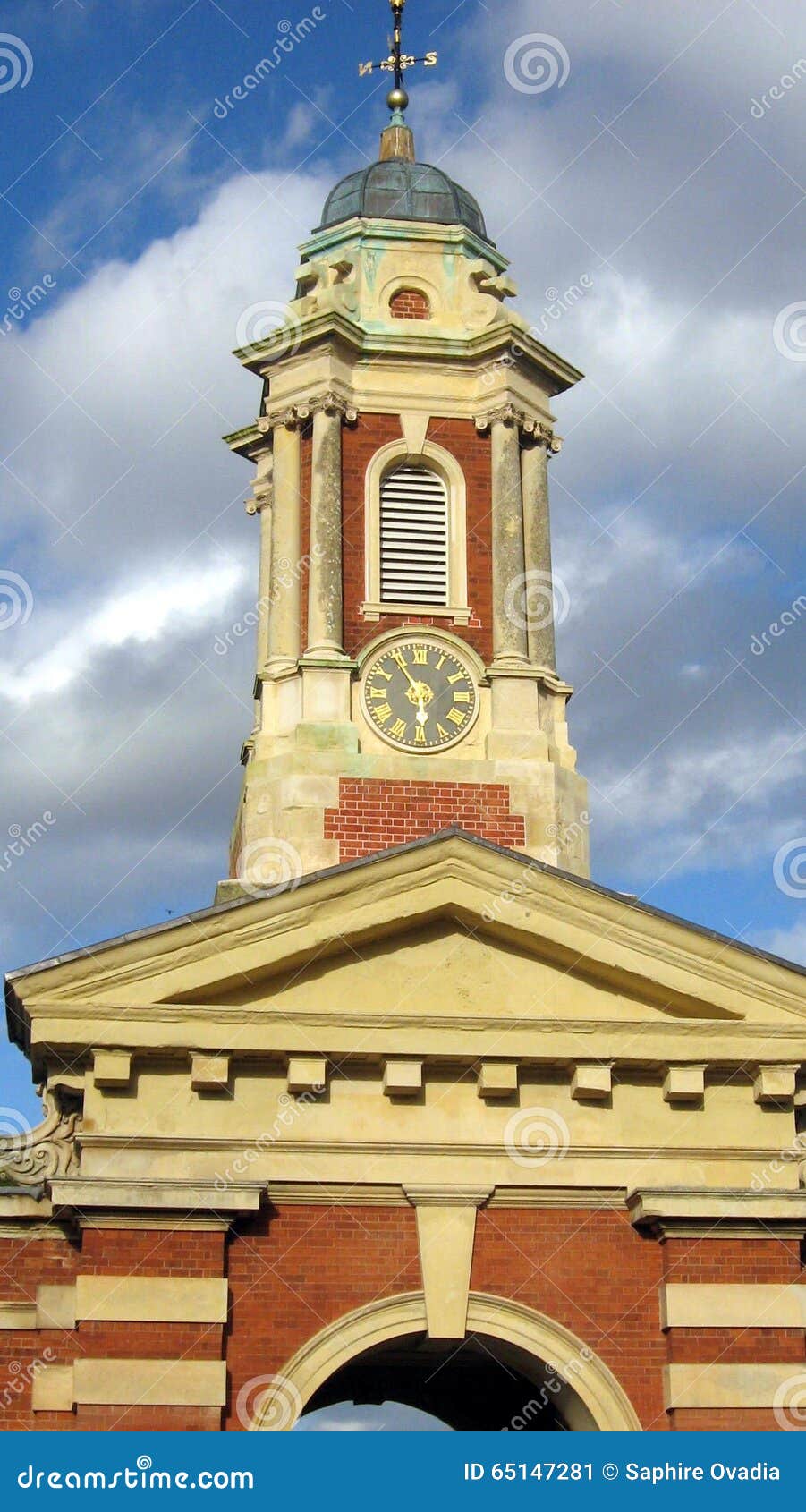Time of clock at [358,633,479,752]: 5:54
